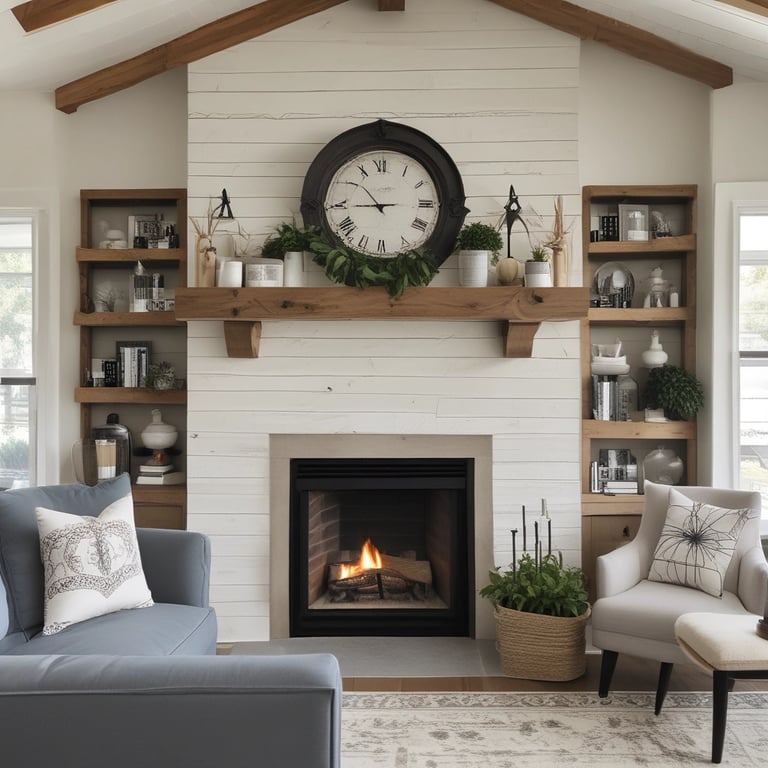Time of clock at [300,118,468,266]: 10:44
